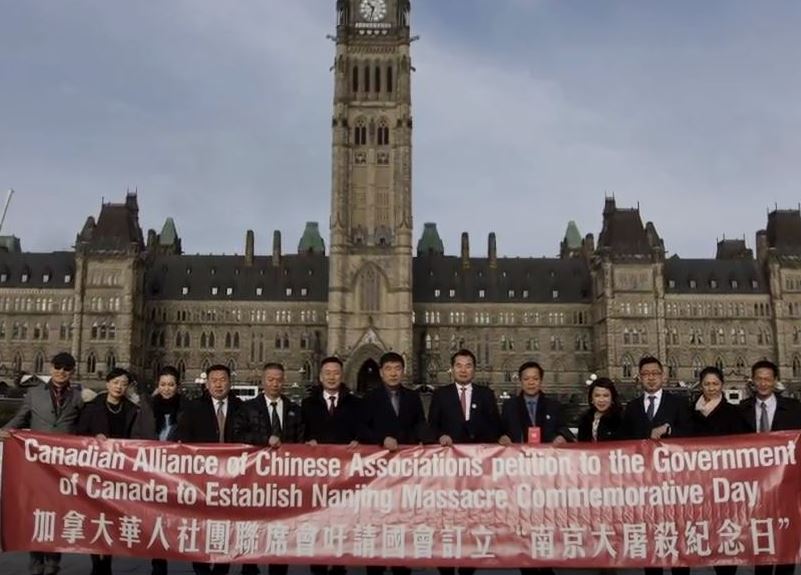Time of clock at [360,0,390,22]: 10:32
